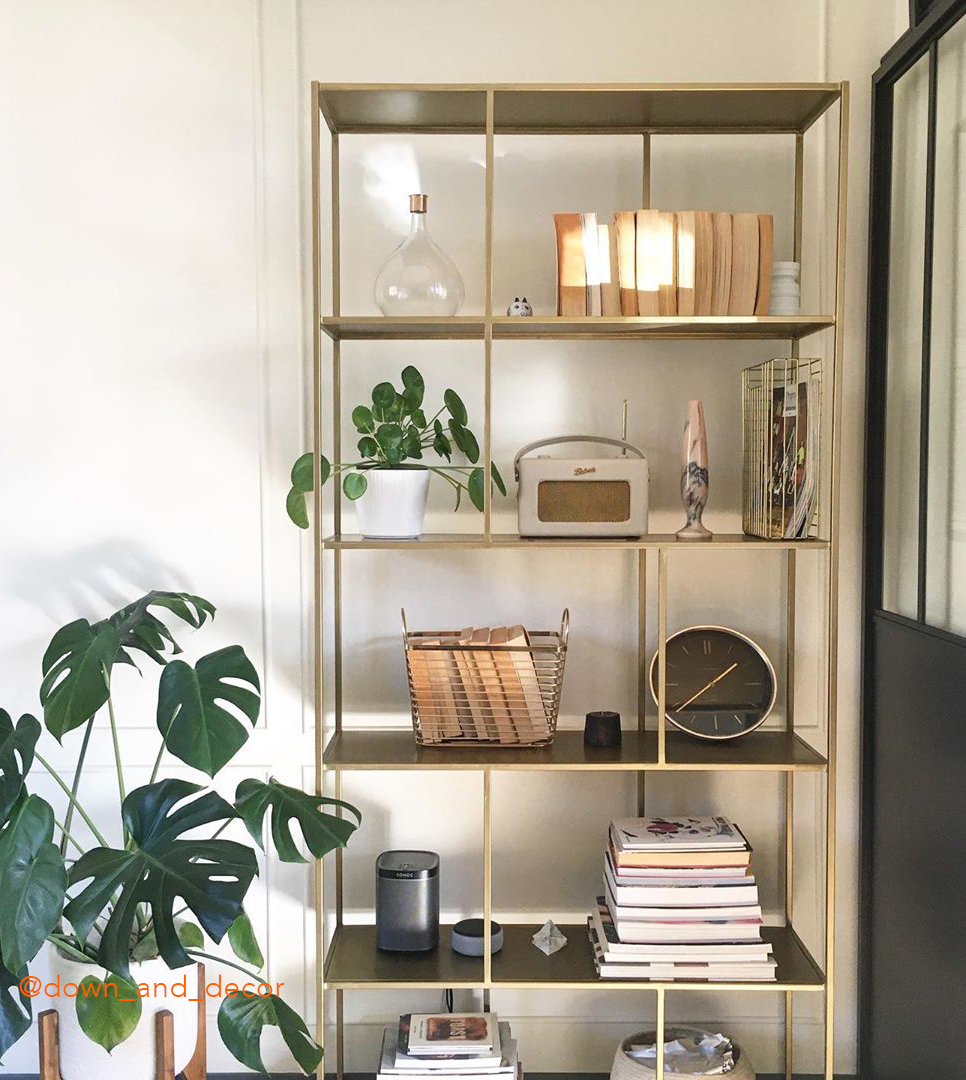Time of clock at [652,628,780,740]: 1:38
